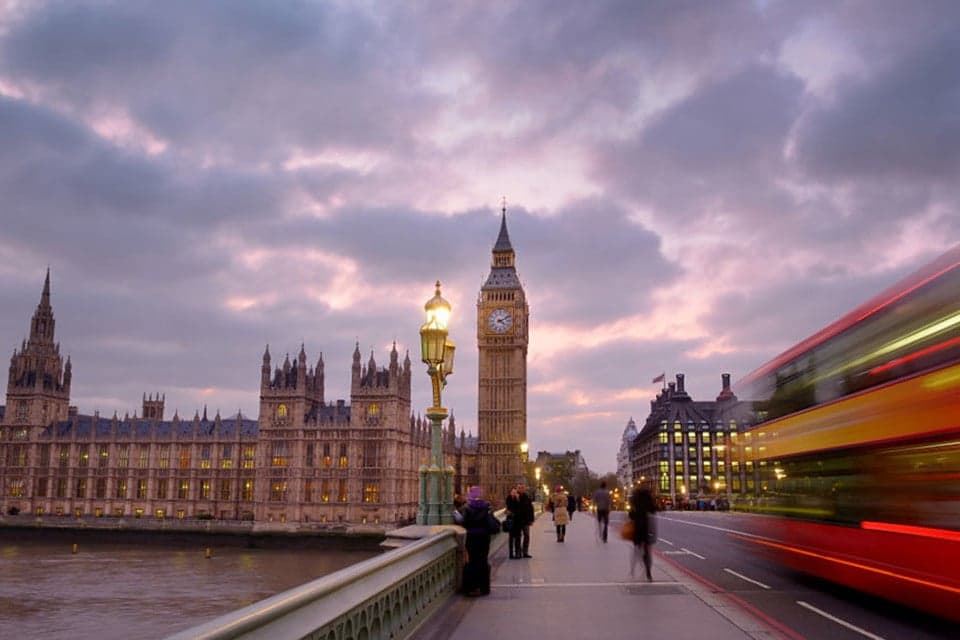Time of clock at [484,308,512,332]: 4:10
